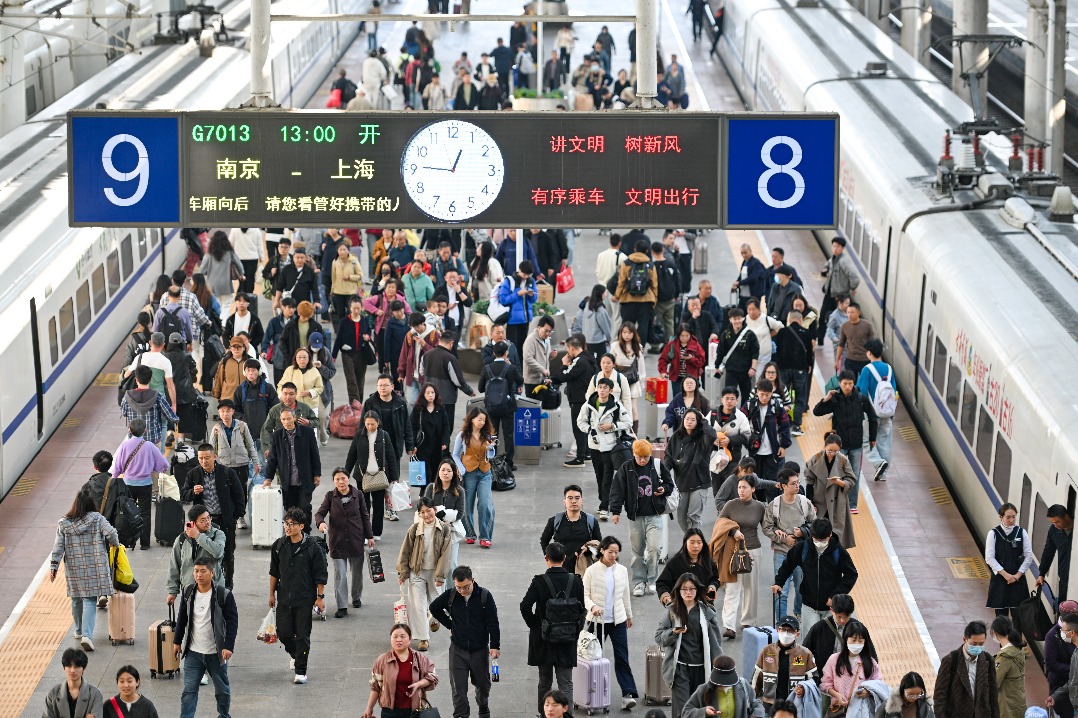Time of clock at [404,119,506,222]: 12:45
